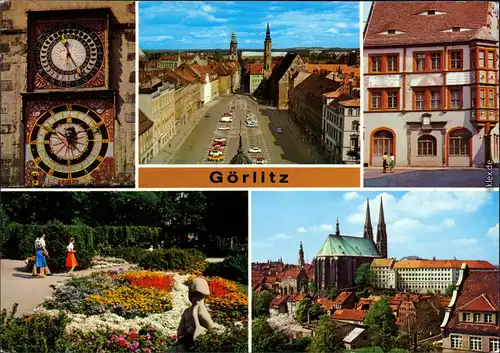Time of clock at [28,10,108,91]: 11:24
